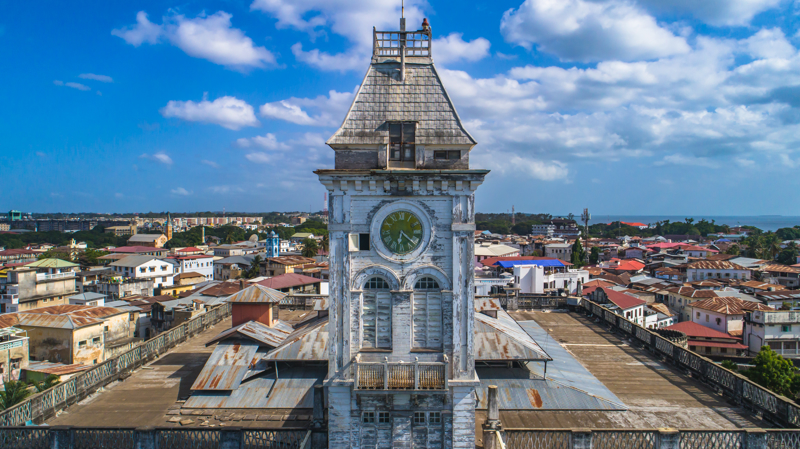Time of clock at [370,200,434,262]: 6:21
